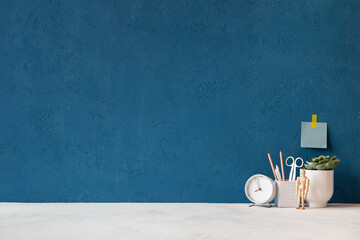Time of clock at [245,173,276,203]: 7:57
